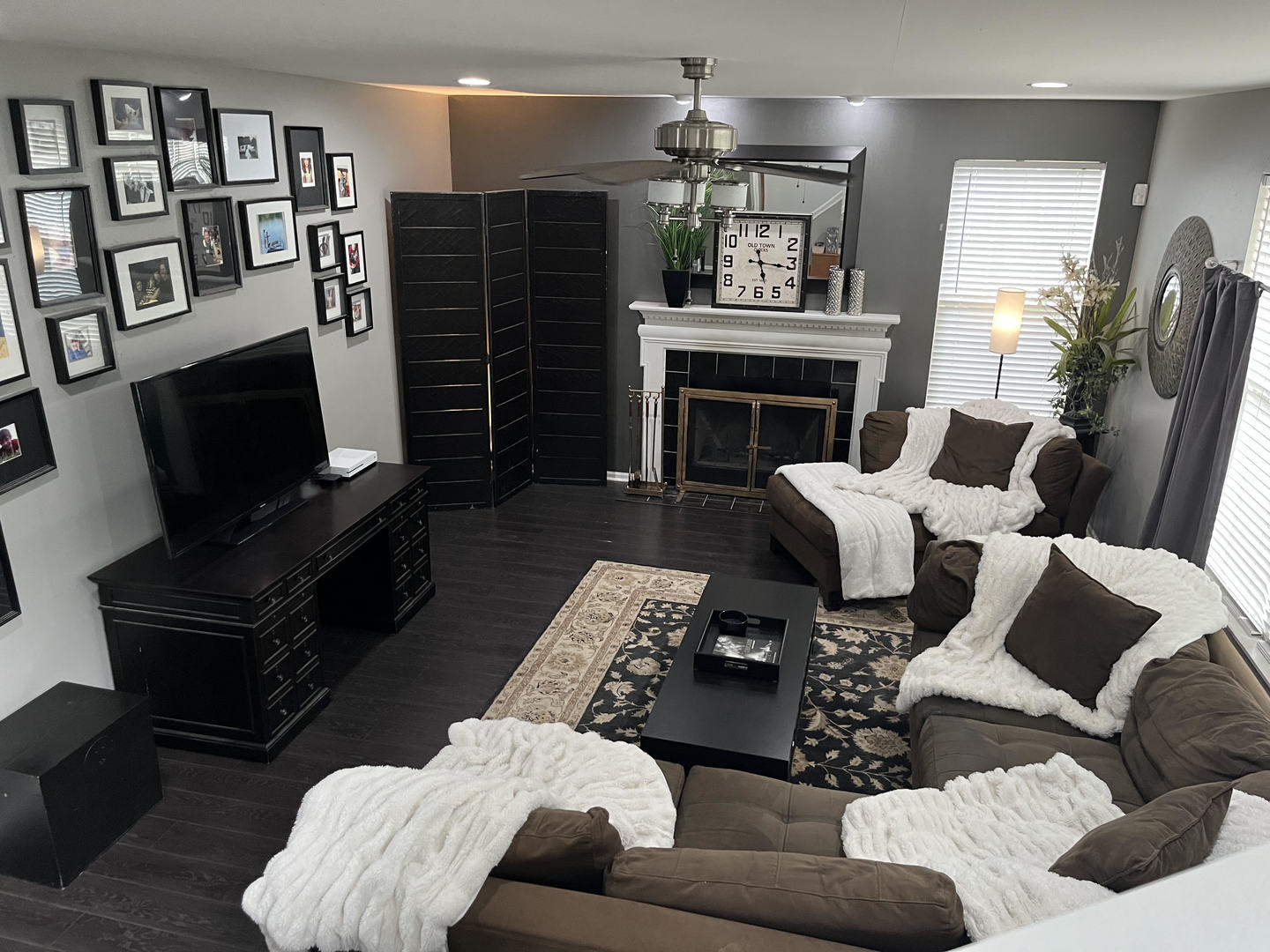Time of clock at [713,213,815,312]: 5:16
